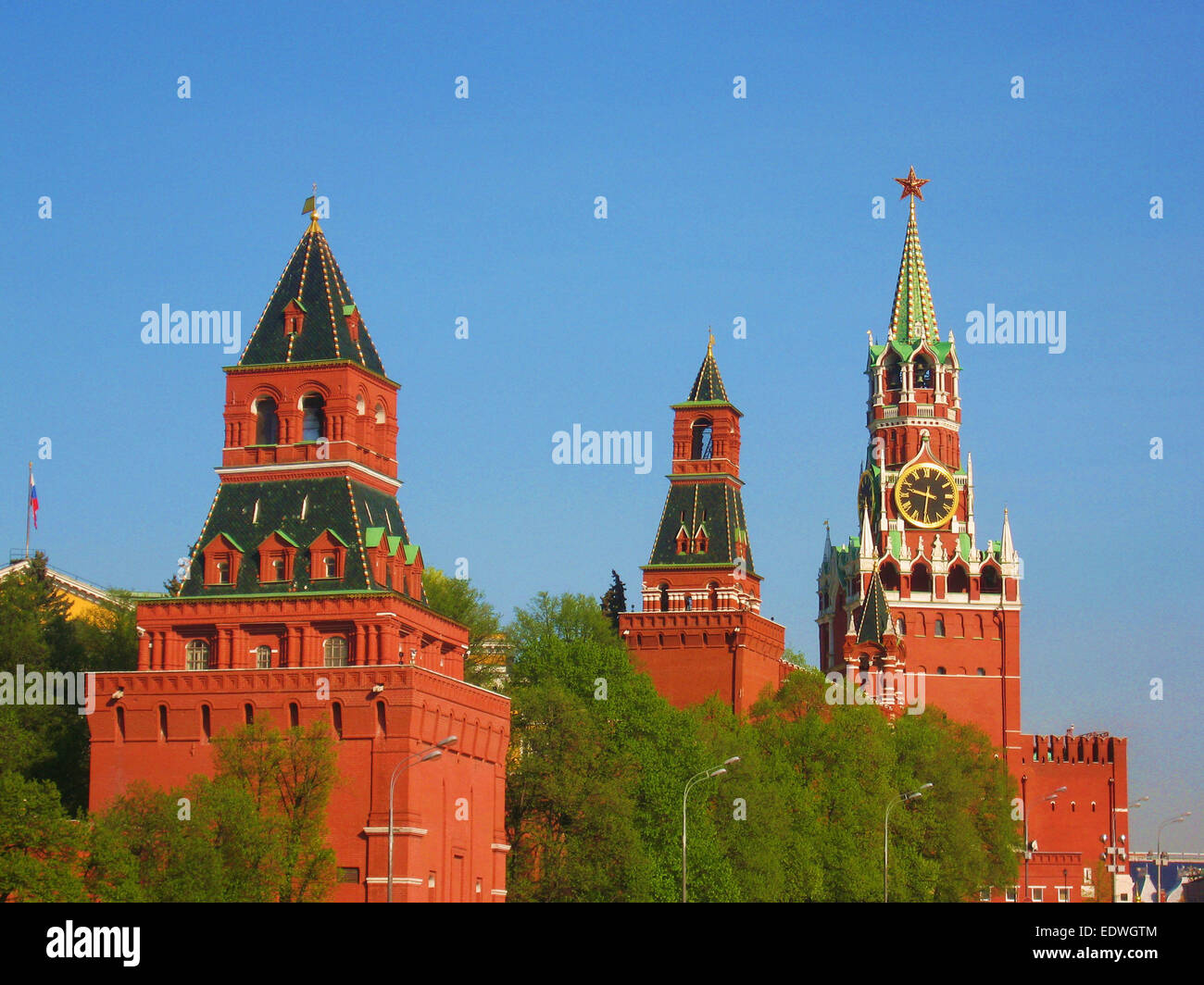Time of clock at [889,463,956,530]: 9:31
